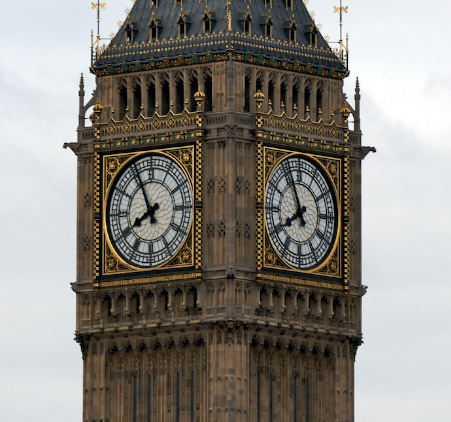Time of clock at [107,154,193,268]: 7:55
